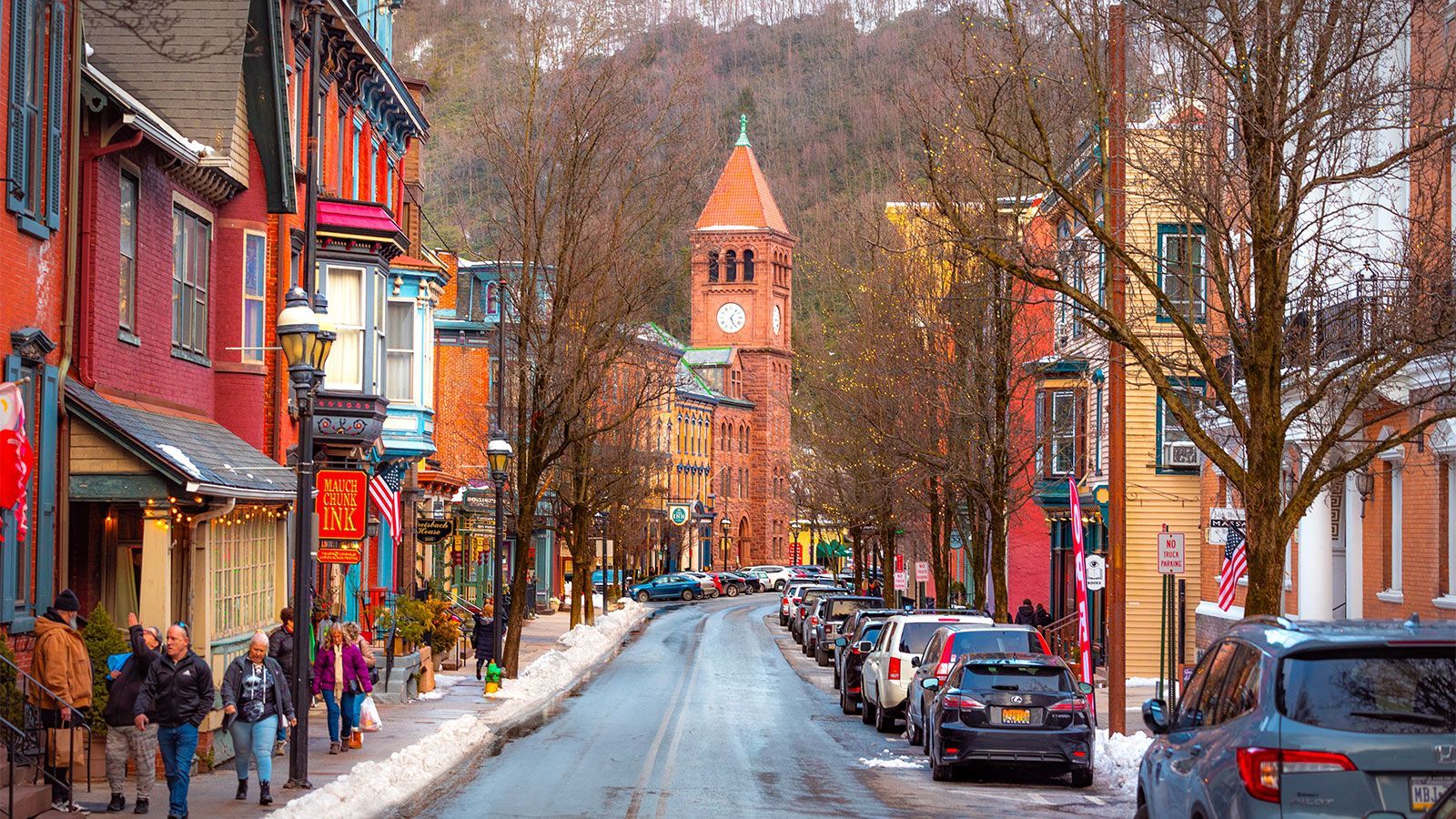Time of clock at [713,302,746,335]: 5:06
